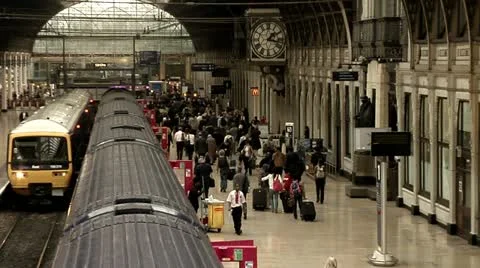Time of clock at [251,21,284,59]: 1:16
